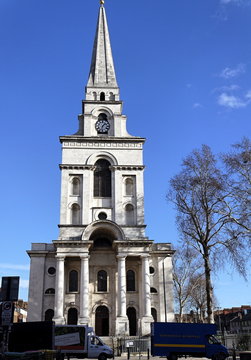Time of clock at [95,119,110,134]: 1:32
